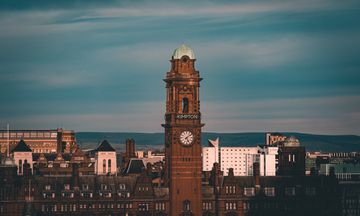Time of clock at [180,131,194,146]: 5:08
